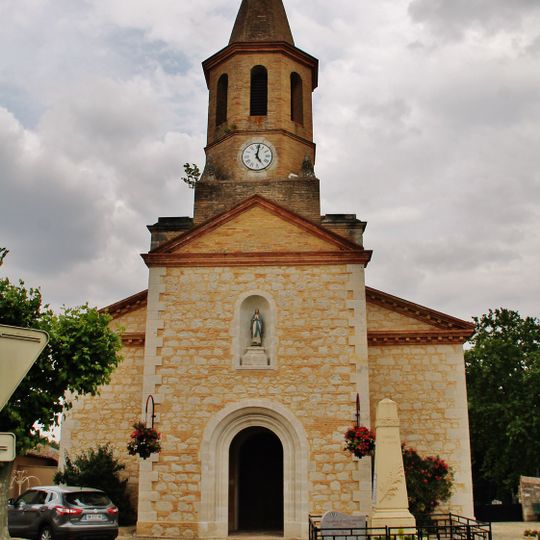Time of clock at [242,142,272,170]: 5:01
